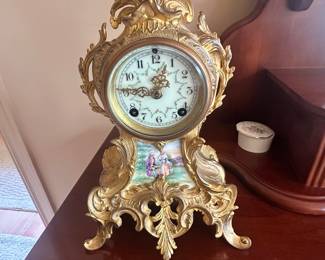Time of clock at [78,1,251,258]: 12:46
